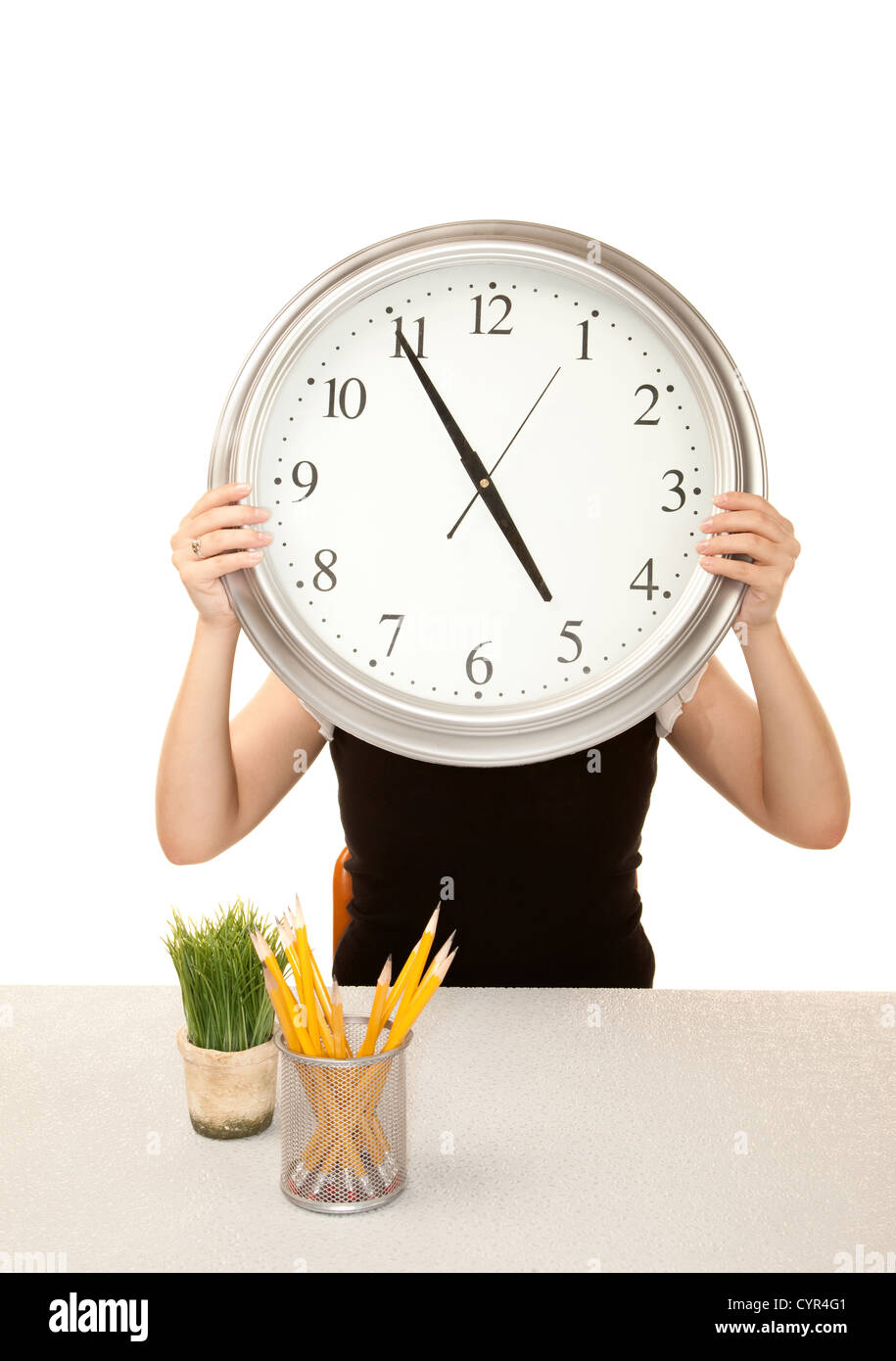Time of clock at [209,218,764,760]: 4:54
